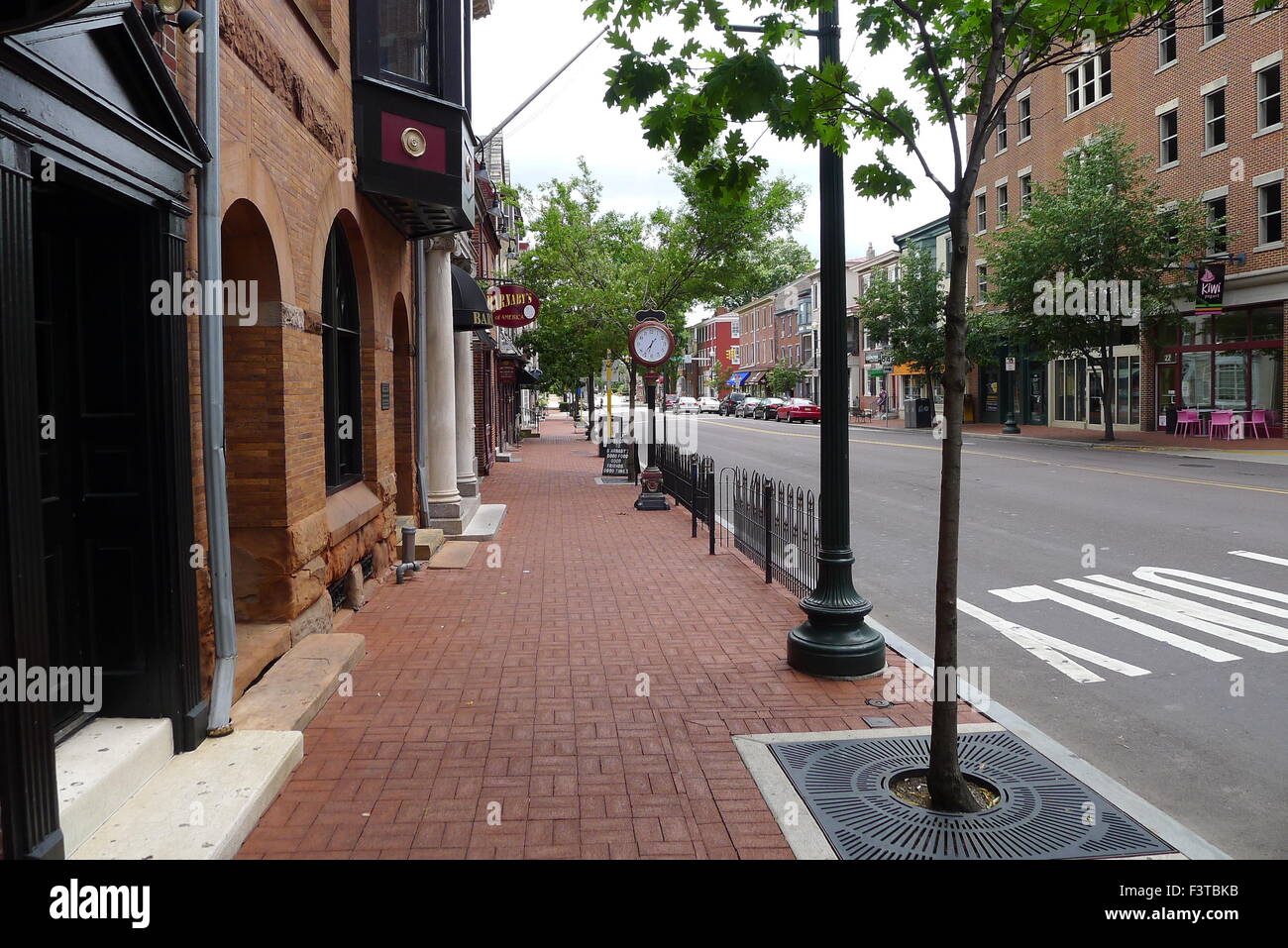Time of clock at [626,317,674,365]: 6:36
